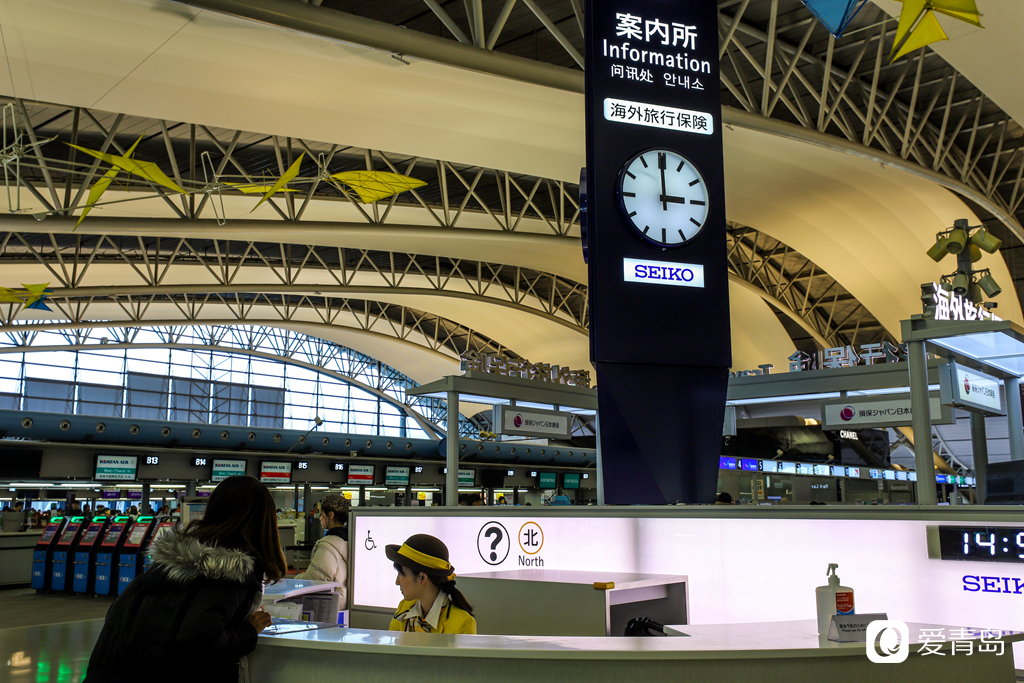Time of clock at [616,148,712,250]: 2:59
